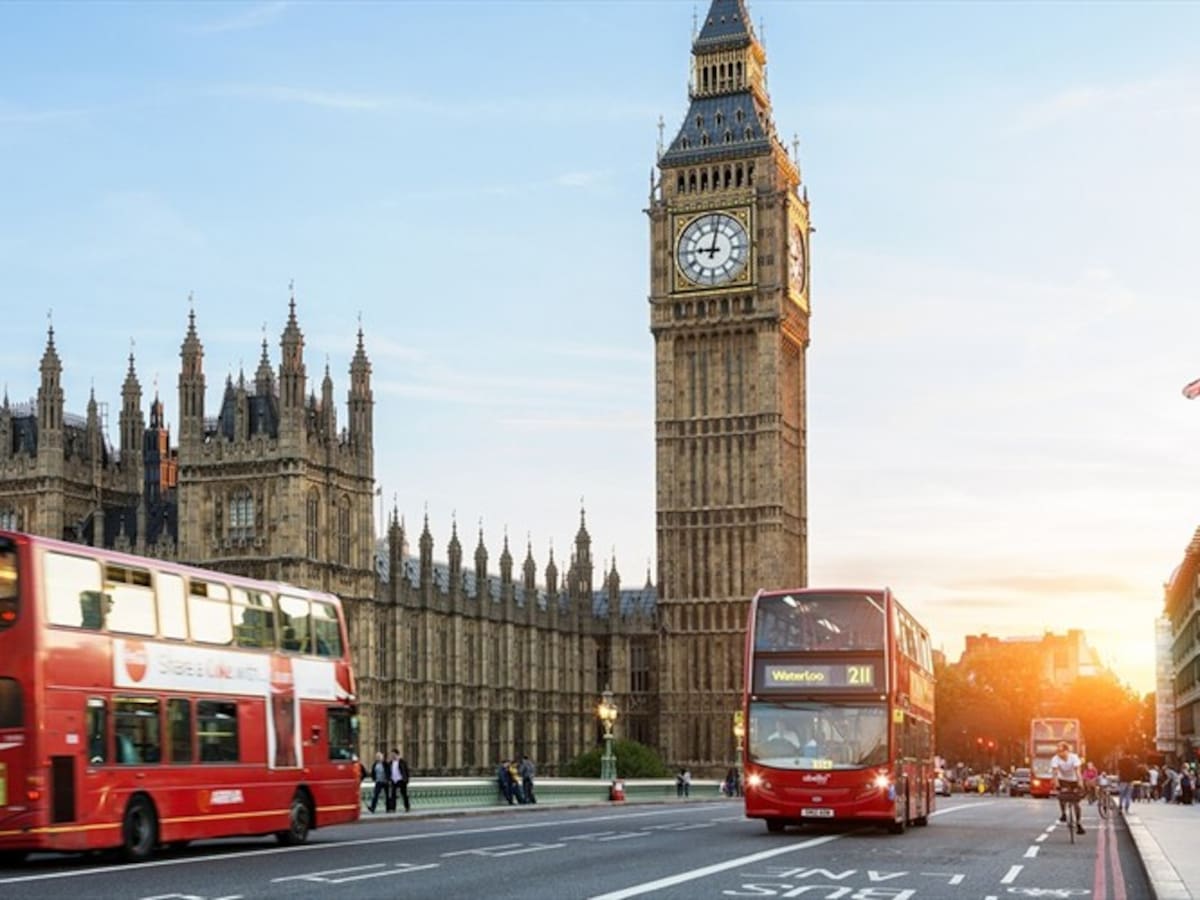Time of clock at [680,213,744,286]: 9:01
